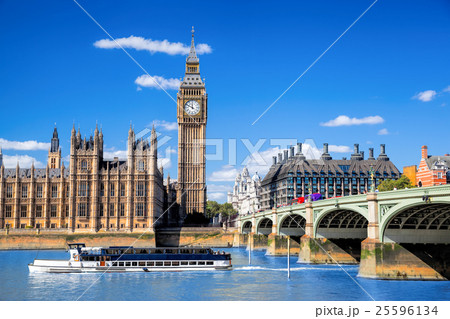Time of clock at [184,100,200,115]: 11:49
